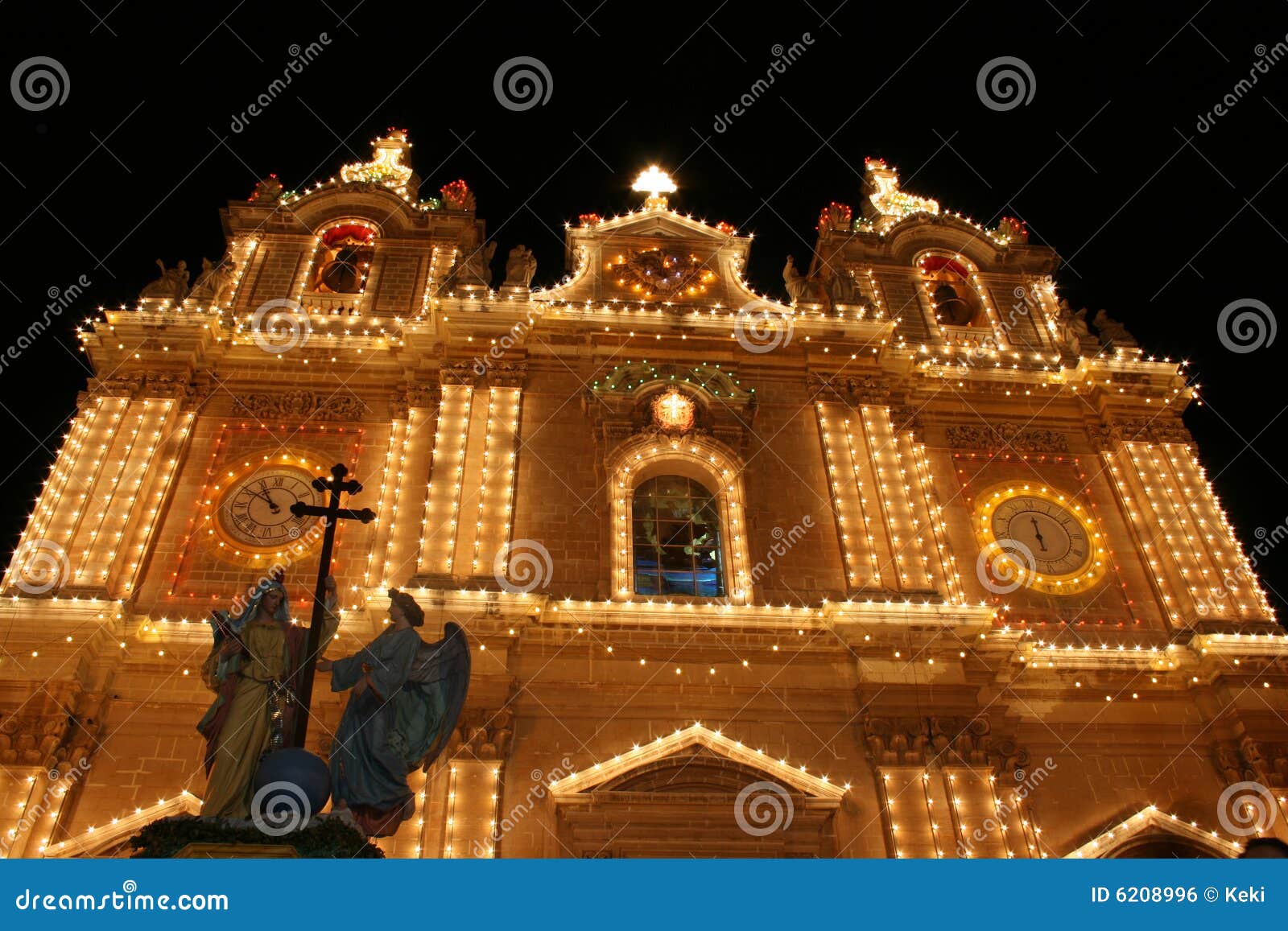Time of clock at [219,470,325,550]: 10:50
